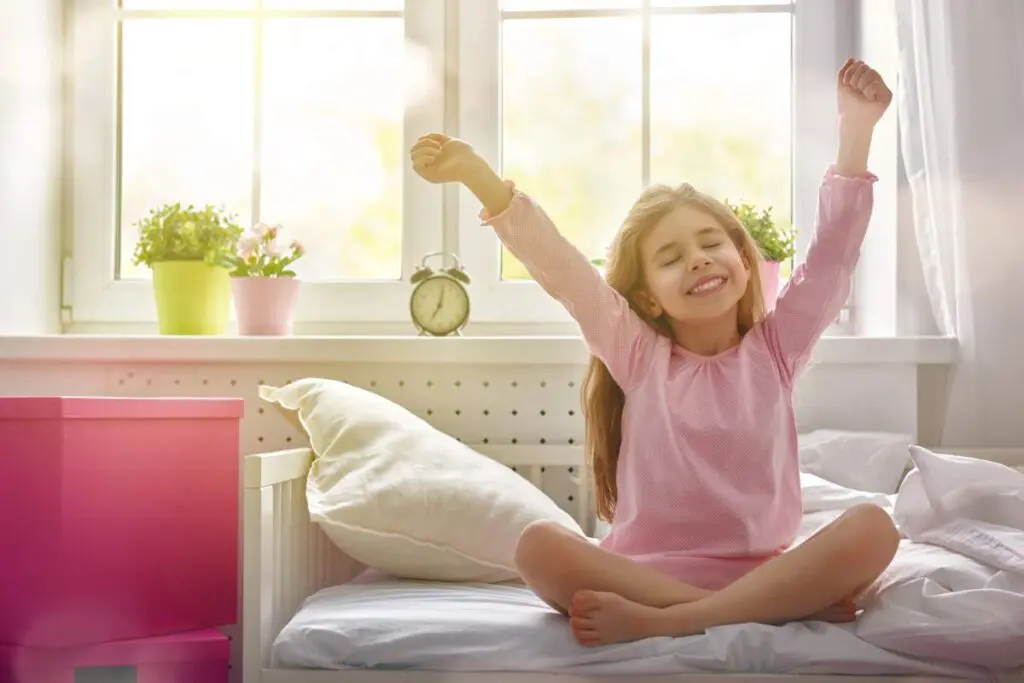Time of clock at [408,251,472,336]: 7:02
